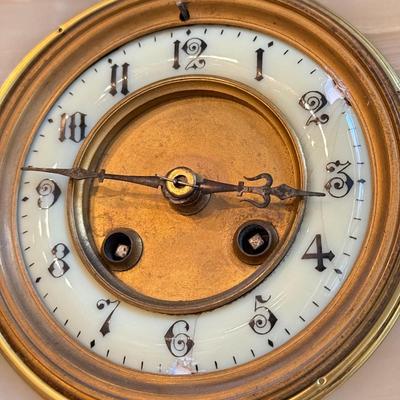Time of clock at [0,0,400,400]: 2:46
